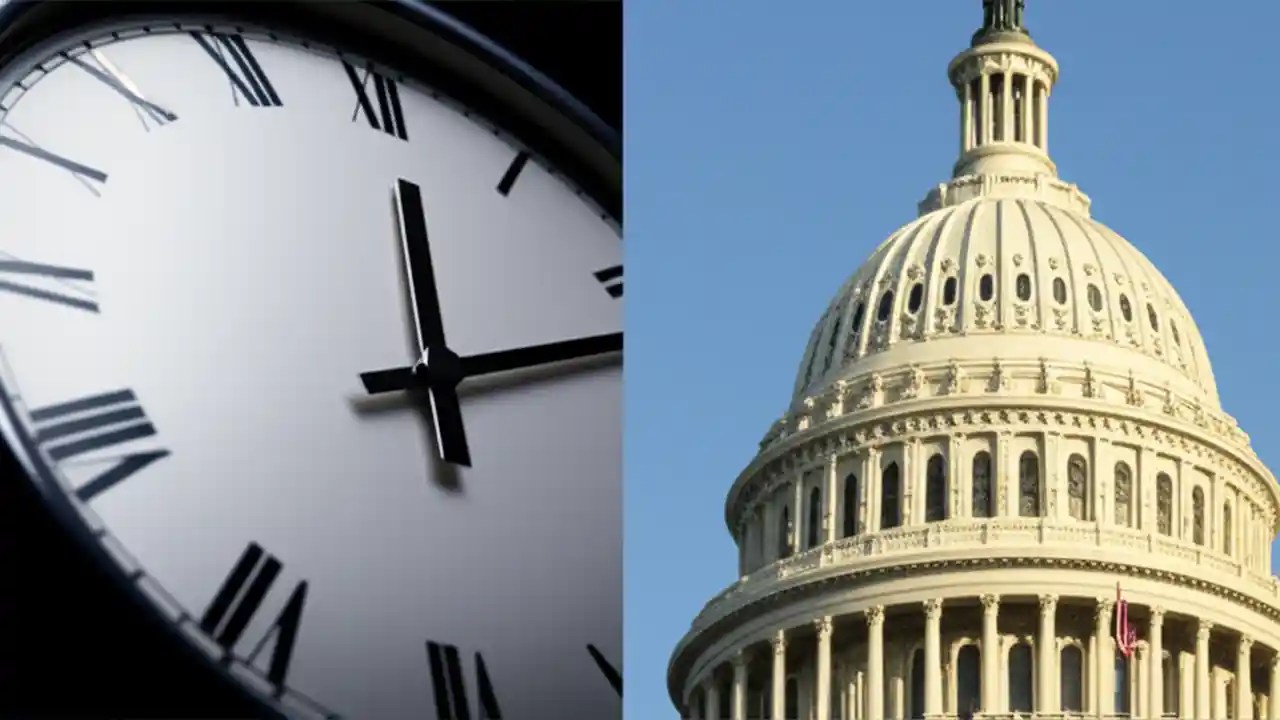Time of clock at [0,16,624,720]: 12:12
